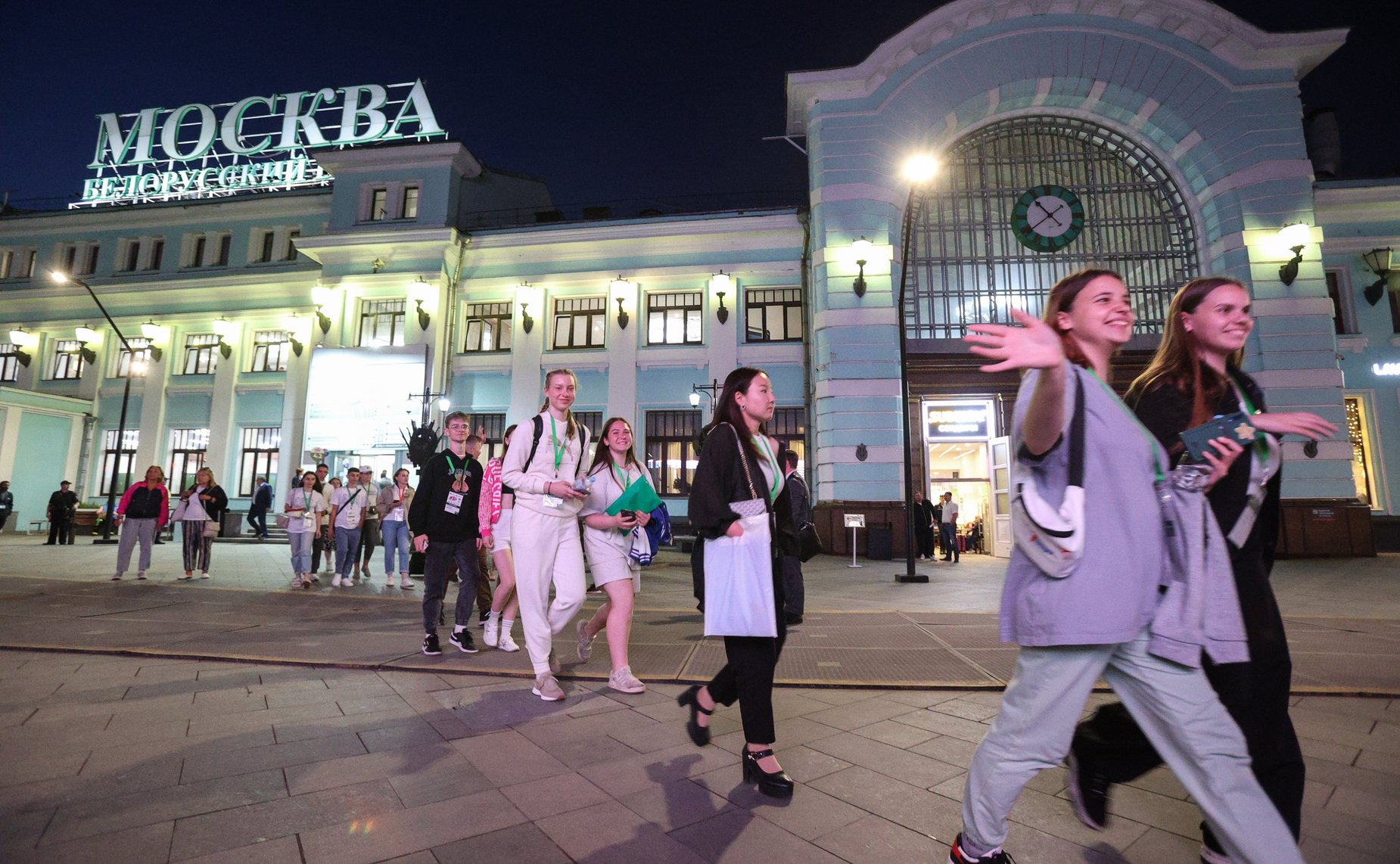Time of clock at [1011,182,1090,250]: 1:53
